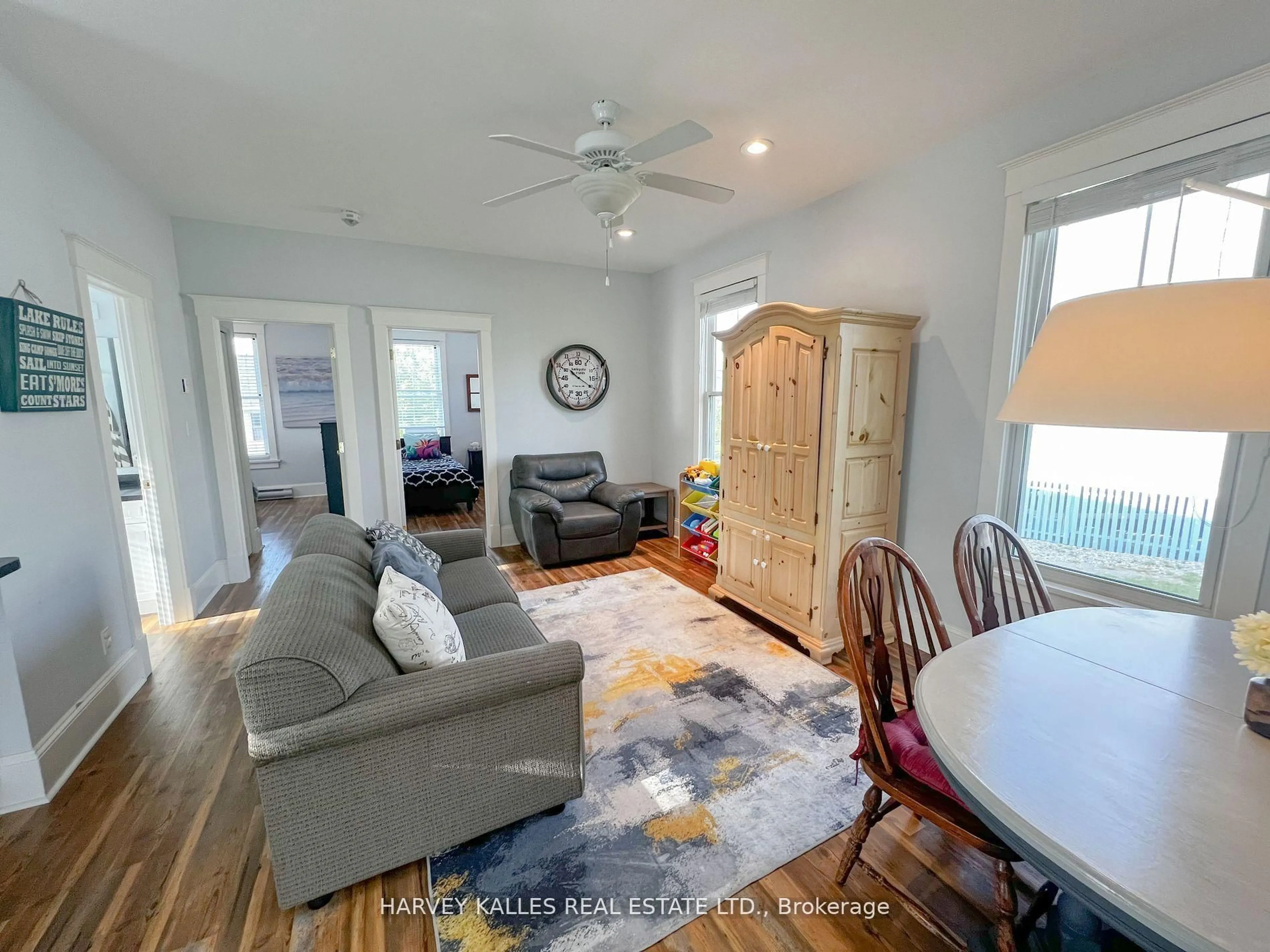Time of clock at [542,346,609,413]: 10:20
